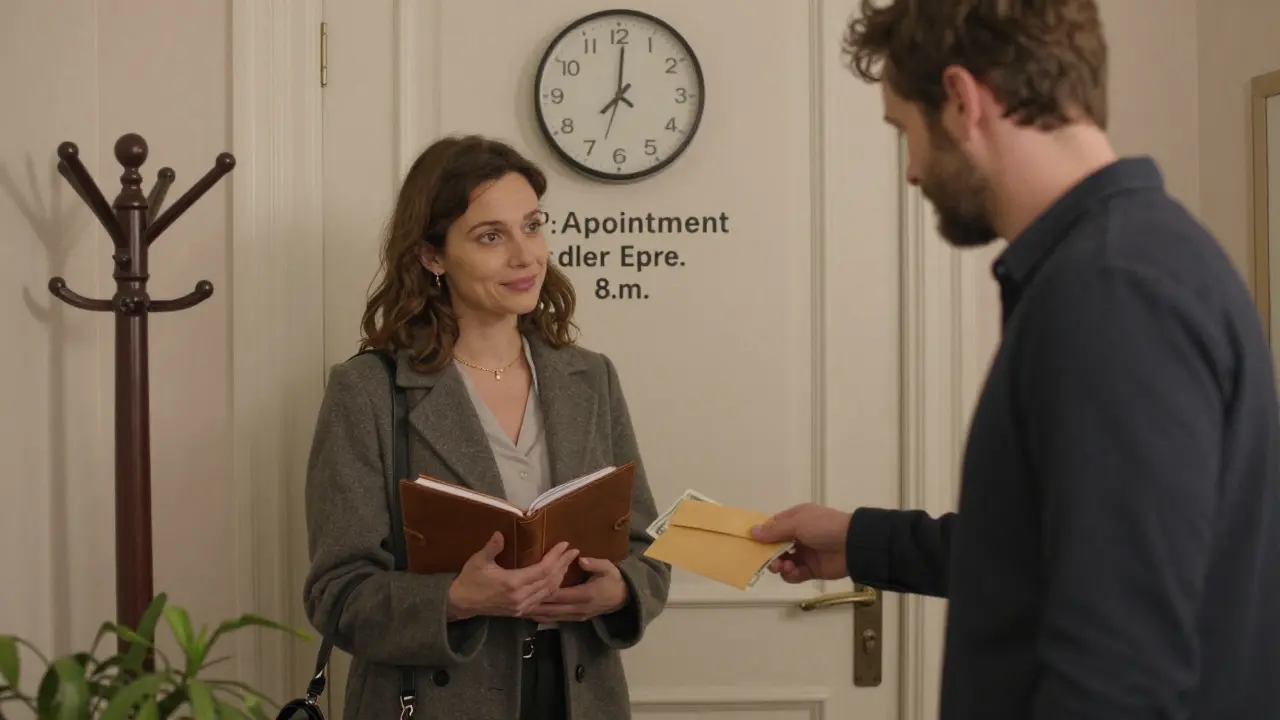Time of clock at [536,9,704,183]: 8:00
